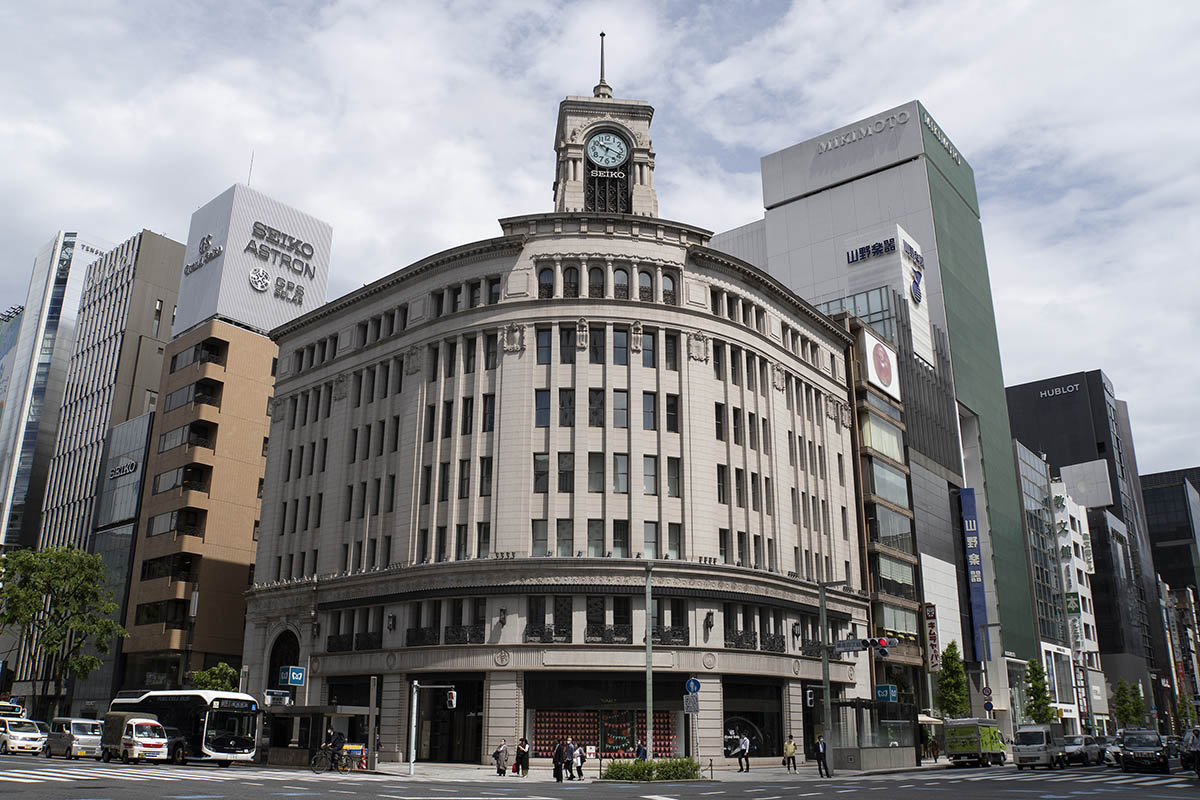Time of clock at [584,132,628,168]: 10:18
